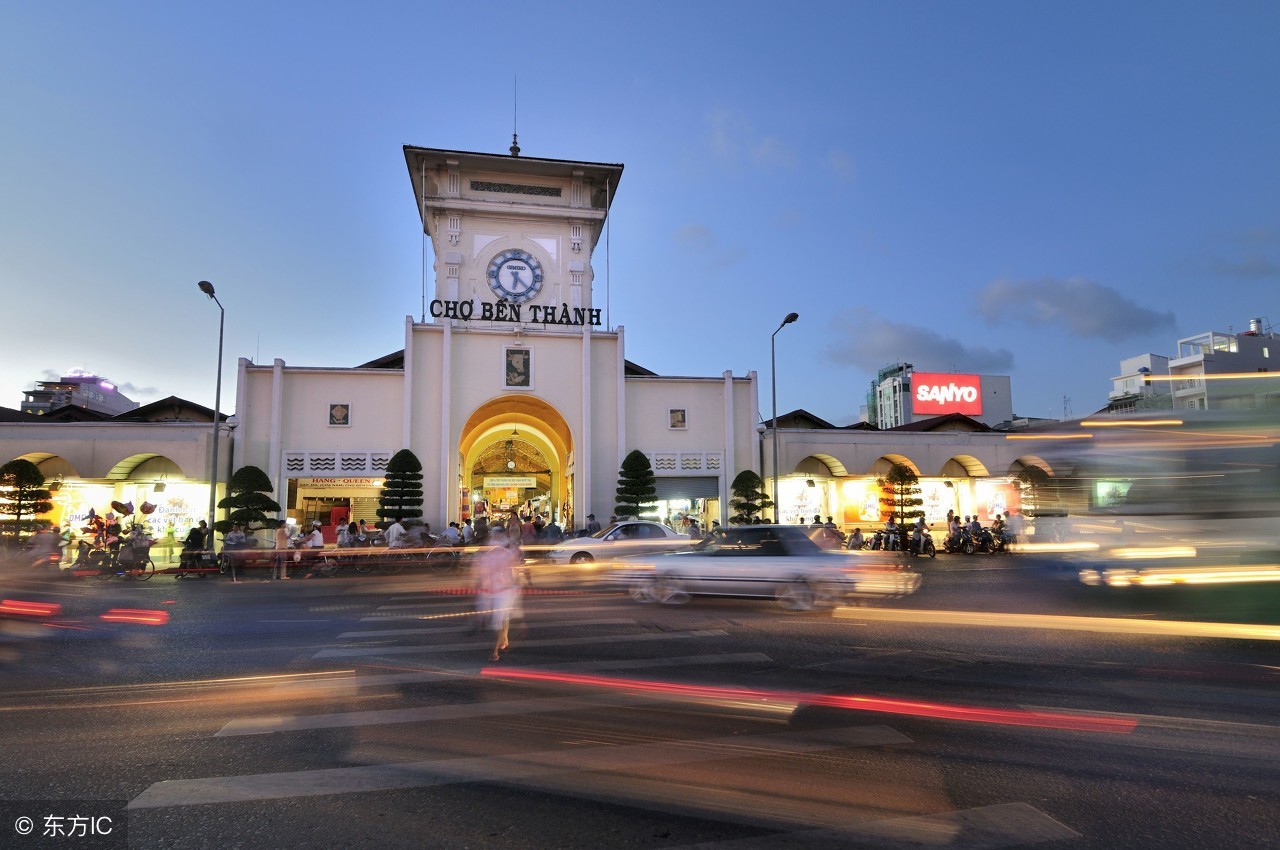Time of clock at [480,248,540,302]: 6:22
